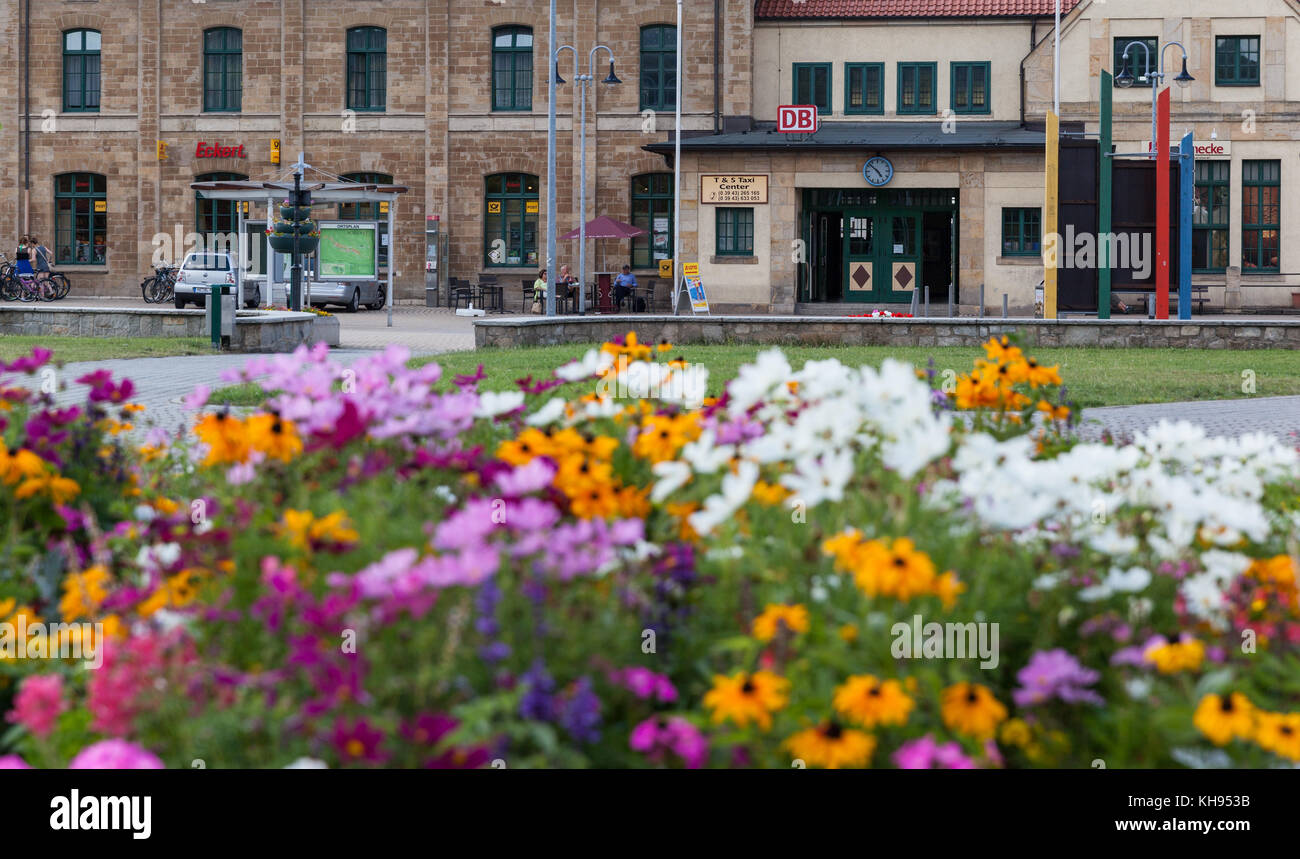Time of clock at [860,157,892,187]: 4:52
